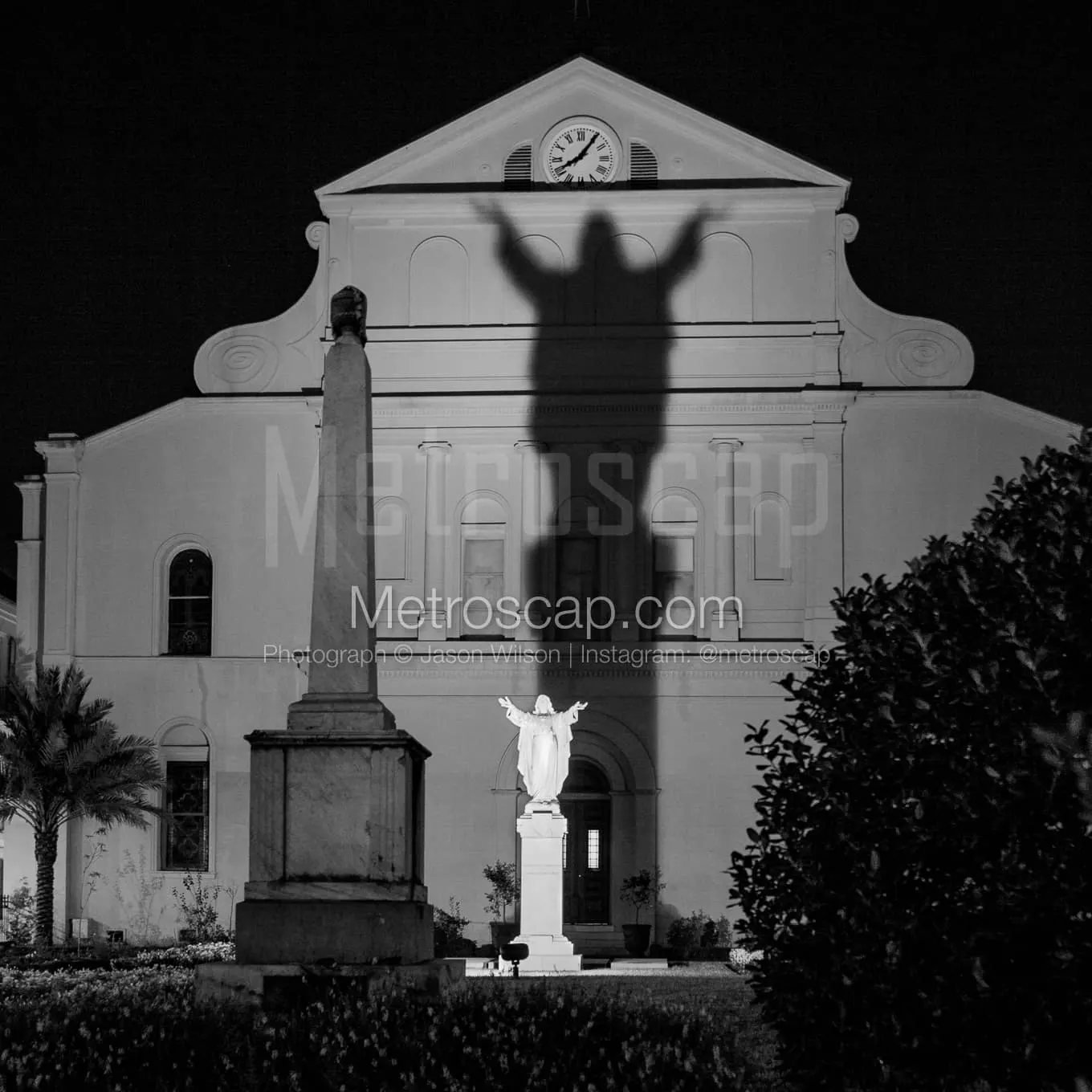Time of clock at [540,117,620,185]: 8:06
